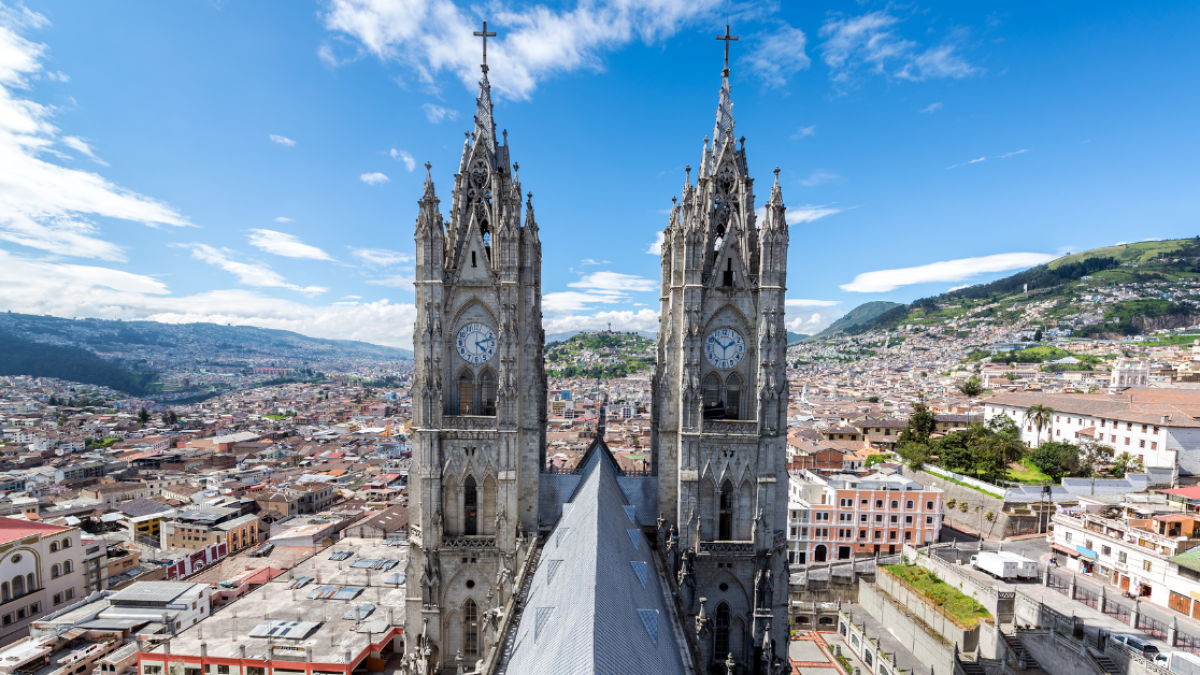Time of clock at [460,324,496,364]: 4:12
